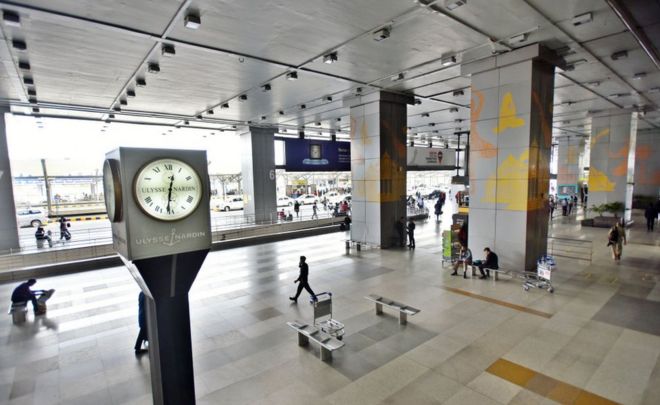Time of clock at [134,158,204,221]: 12:31
